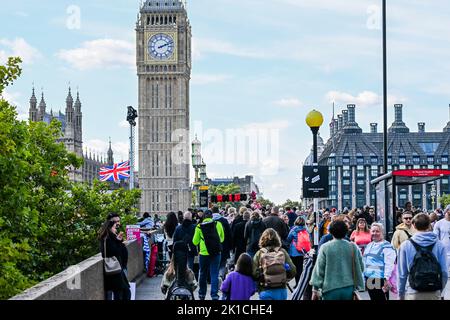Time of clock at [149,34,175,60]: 2:11
